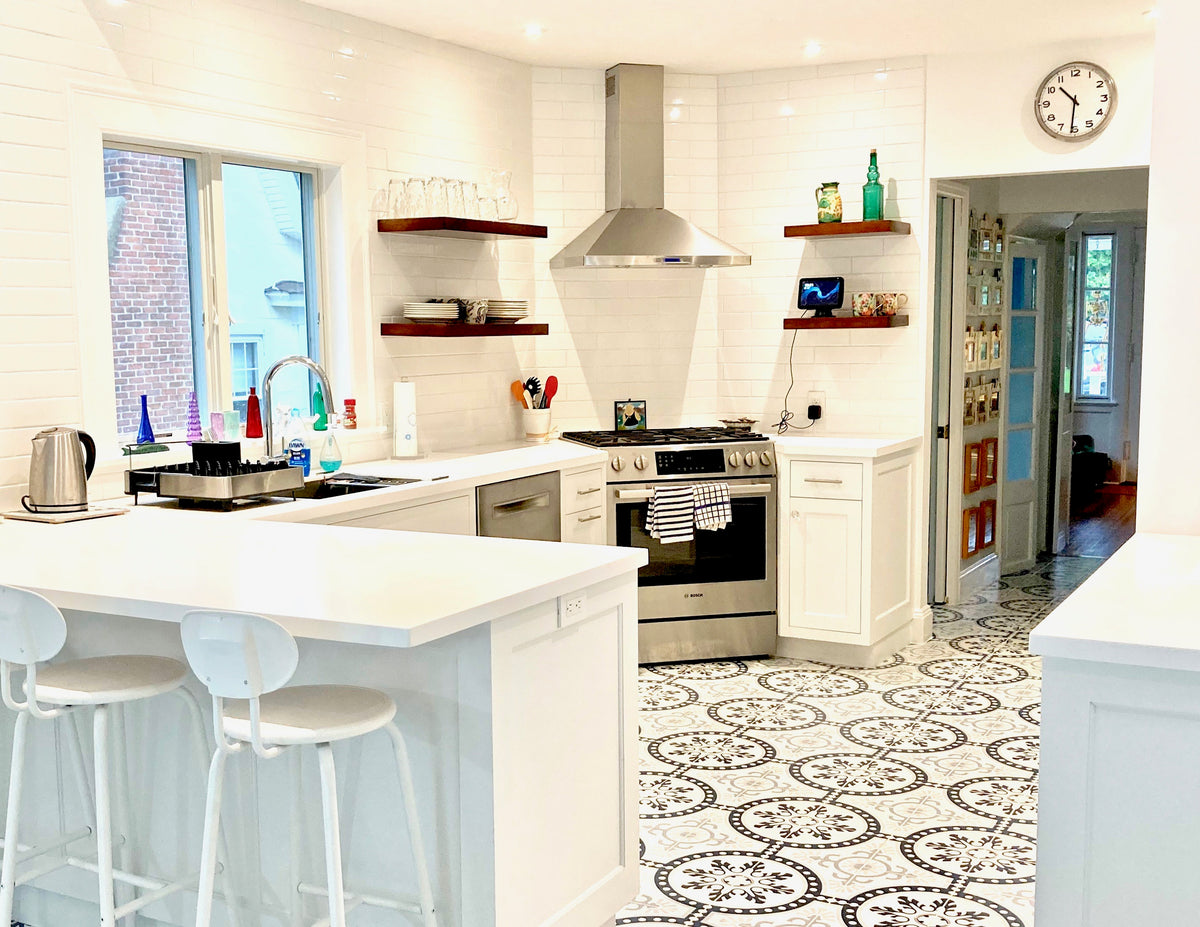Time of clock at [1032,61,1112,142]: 10:31
